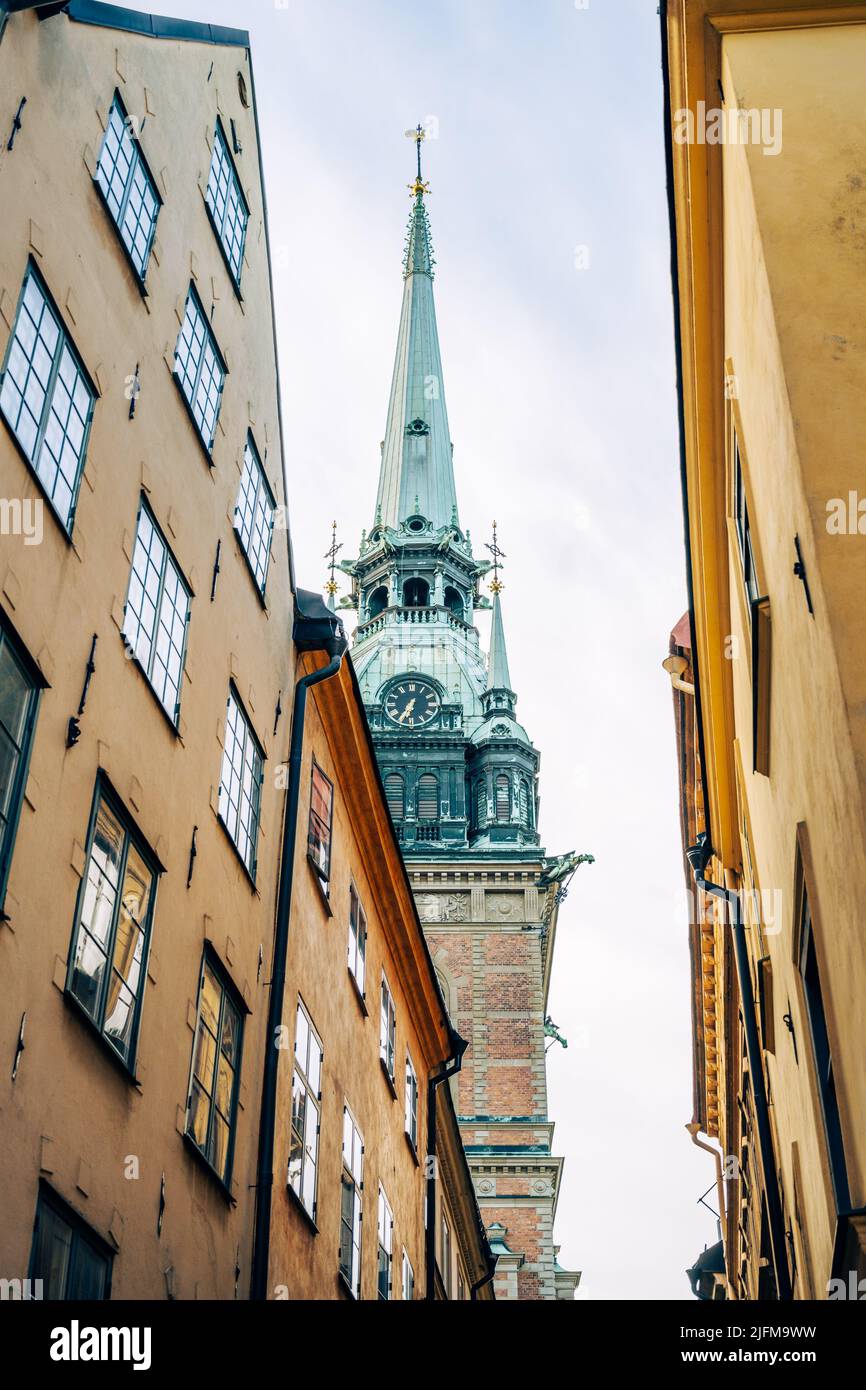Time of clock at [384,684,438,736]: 6:34
